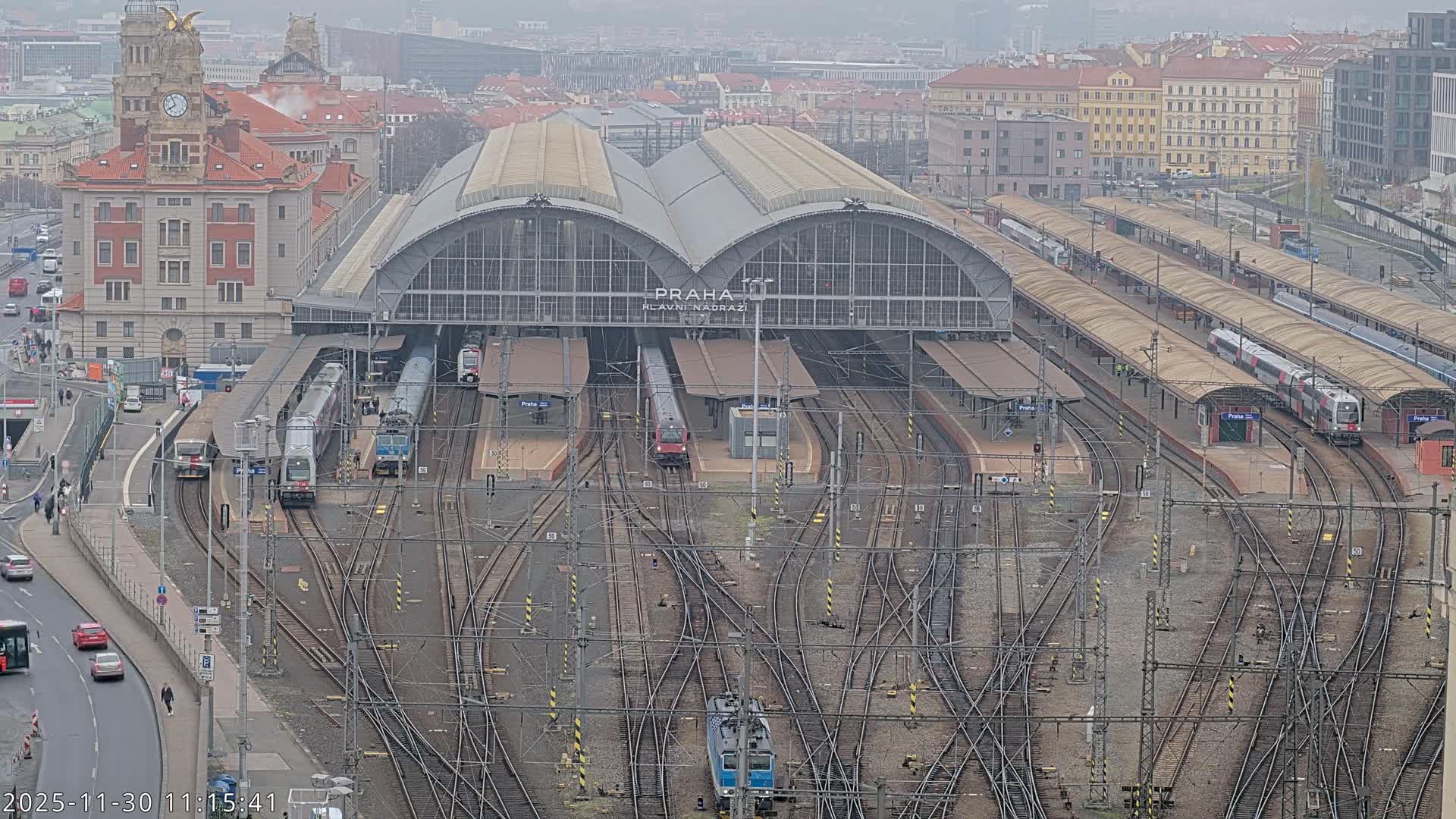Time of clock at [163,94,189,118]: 7:55
